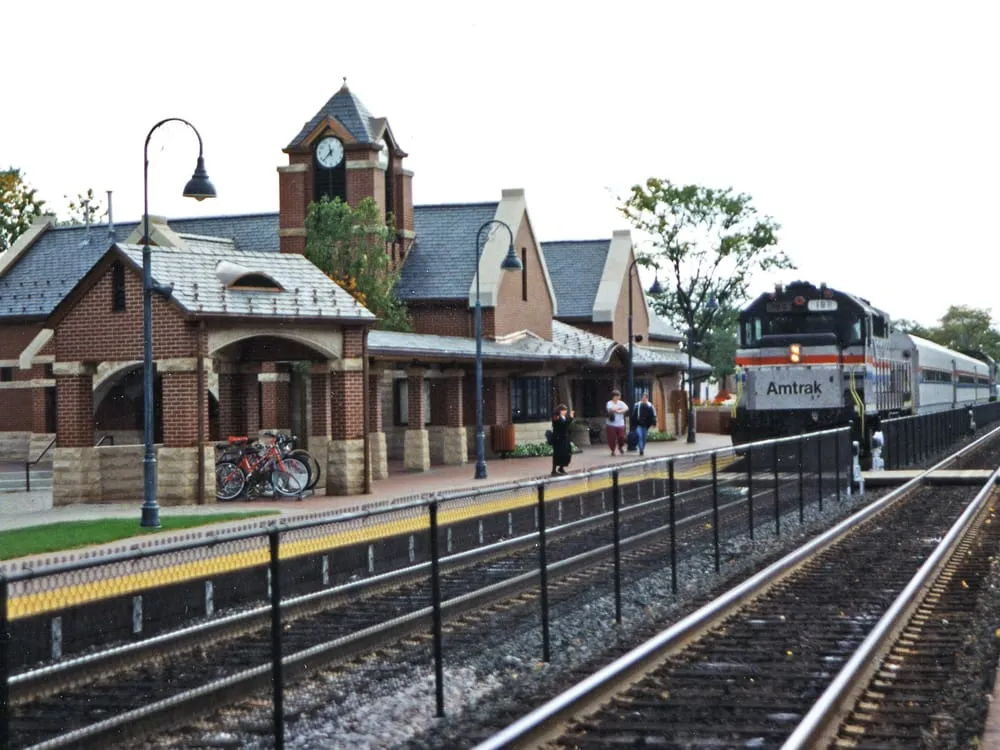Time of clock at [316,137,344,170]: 11:37
